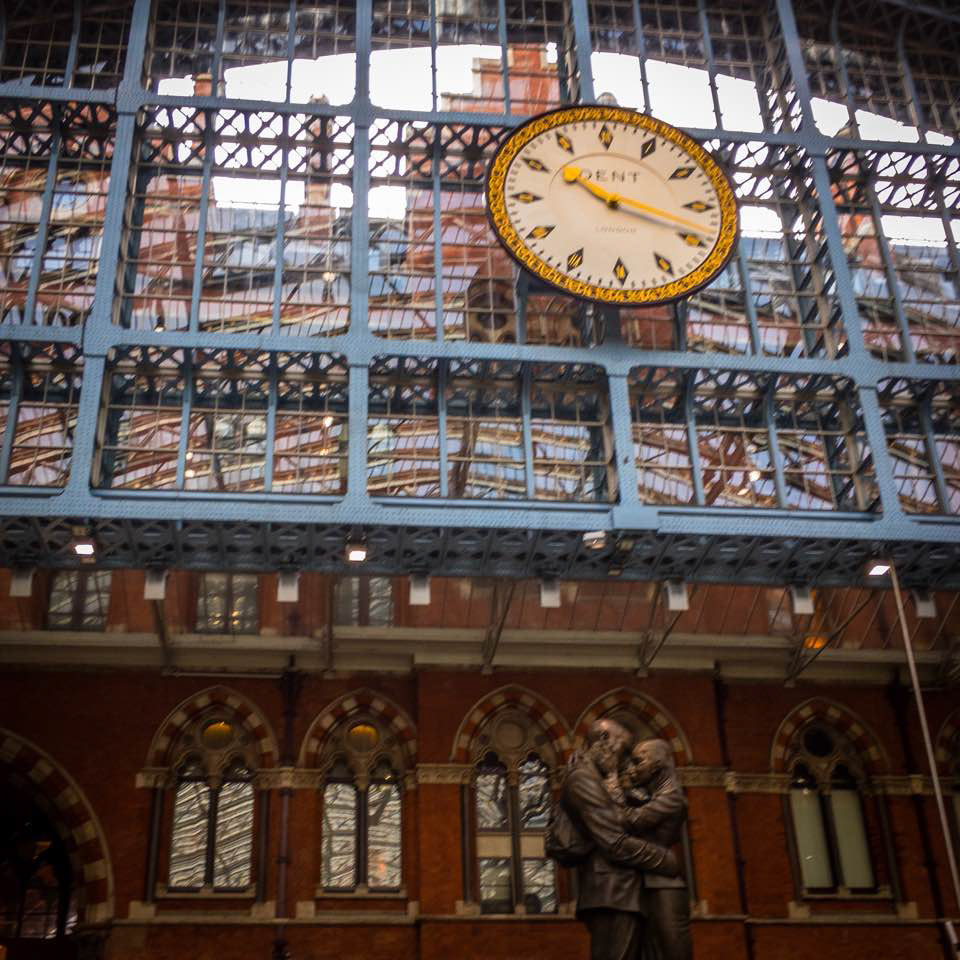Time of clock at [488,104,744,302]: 10:18
